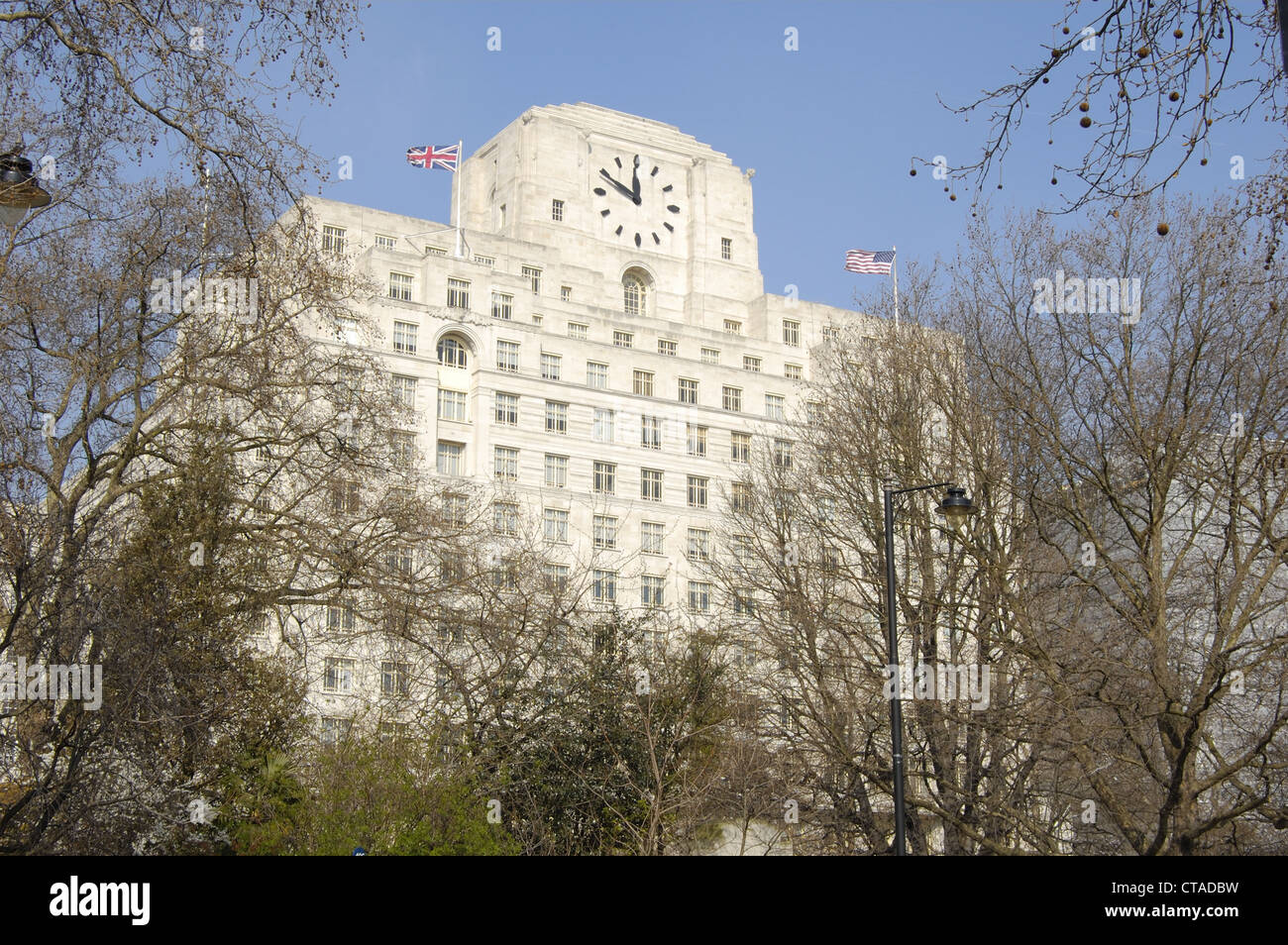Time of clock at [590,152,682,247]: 11:49
